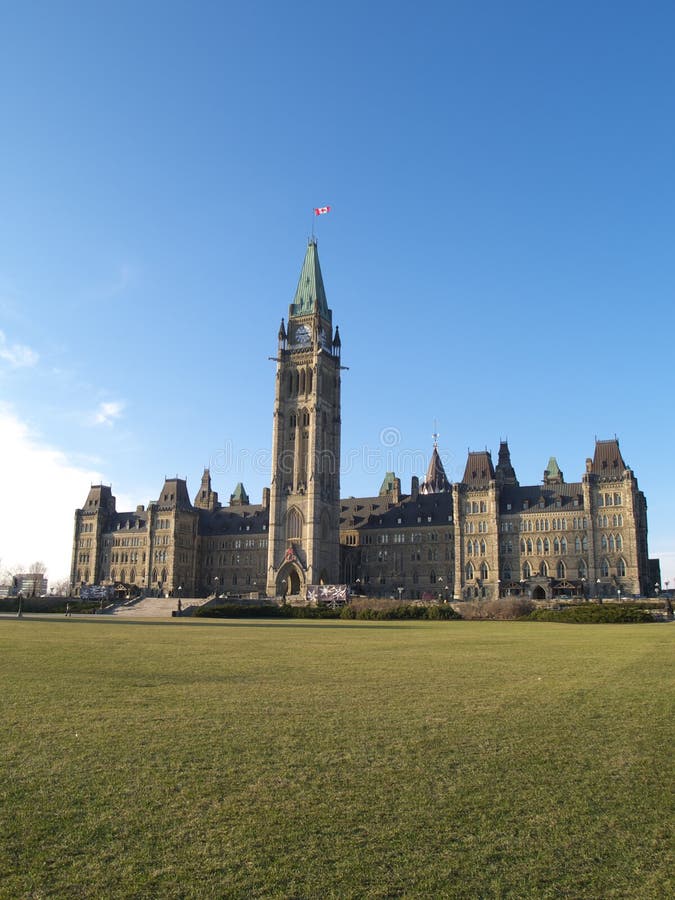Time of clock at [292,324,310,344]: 2:46
